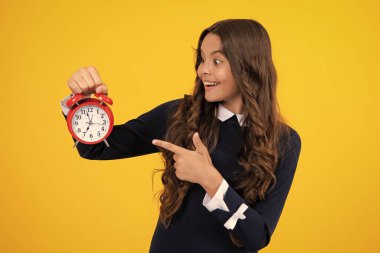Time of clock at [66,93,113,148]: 6:57
